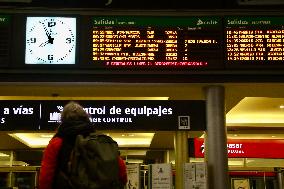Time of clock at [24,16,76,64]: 7:55
